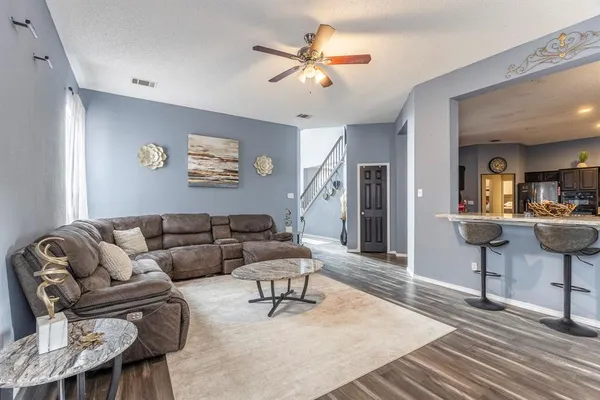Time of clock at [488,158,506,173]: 7:07
